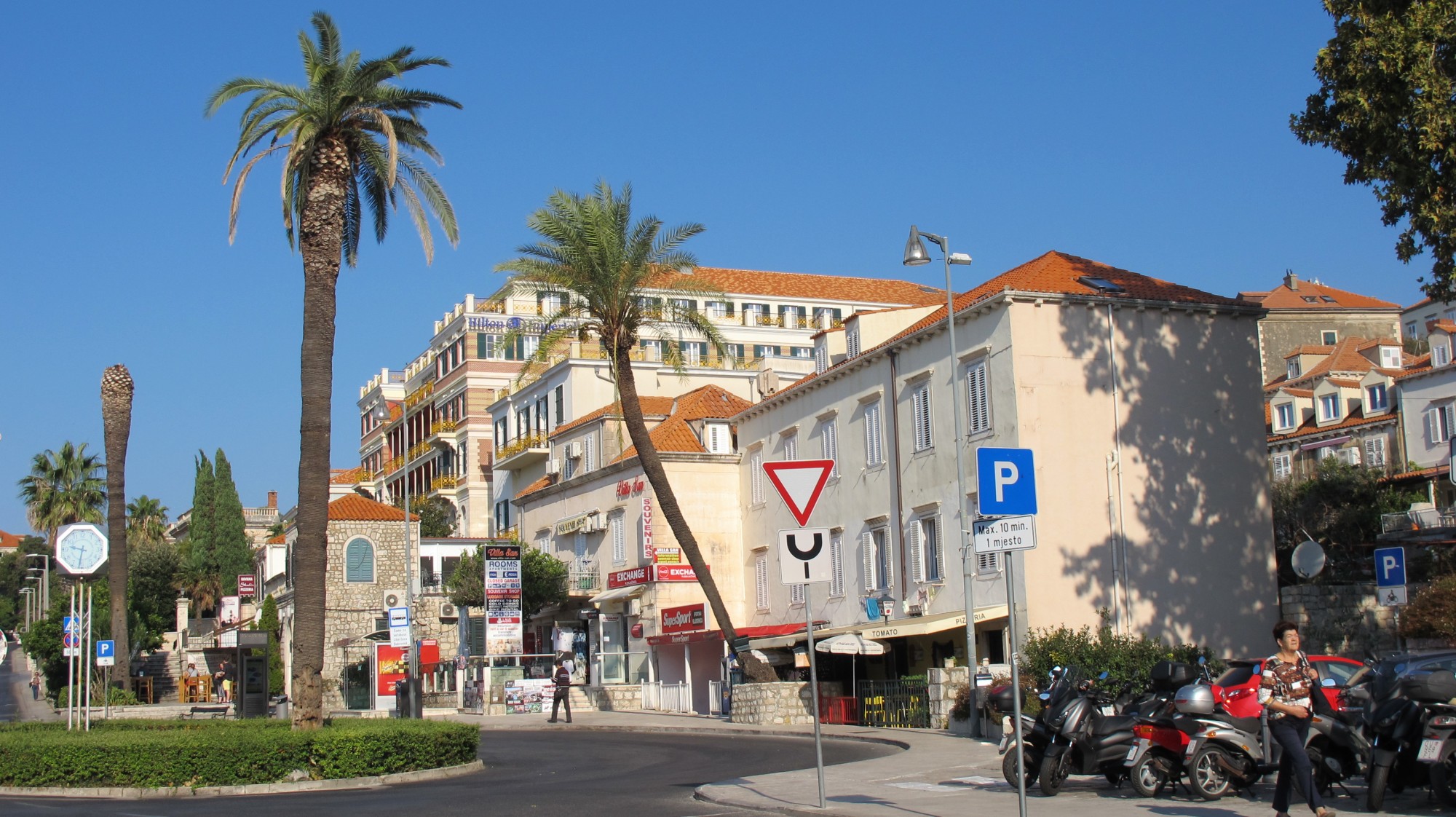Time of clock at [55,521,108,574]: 9:31
